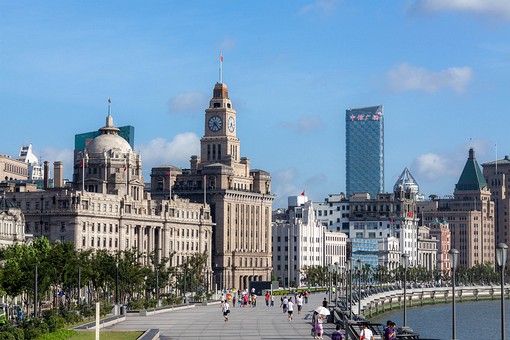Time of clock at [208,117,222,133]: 7:23
